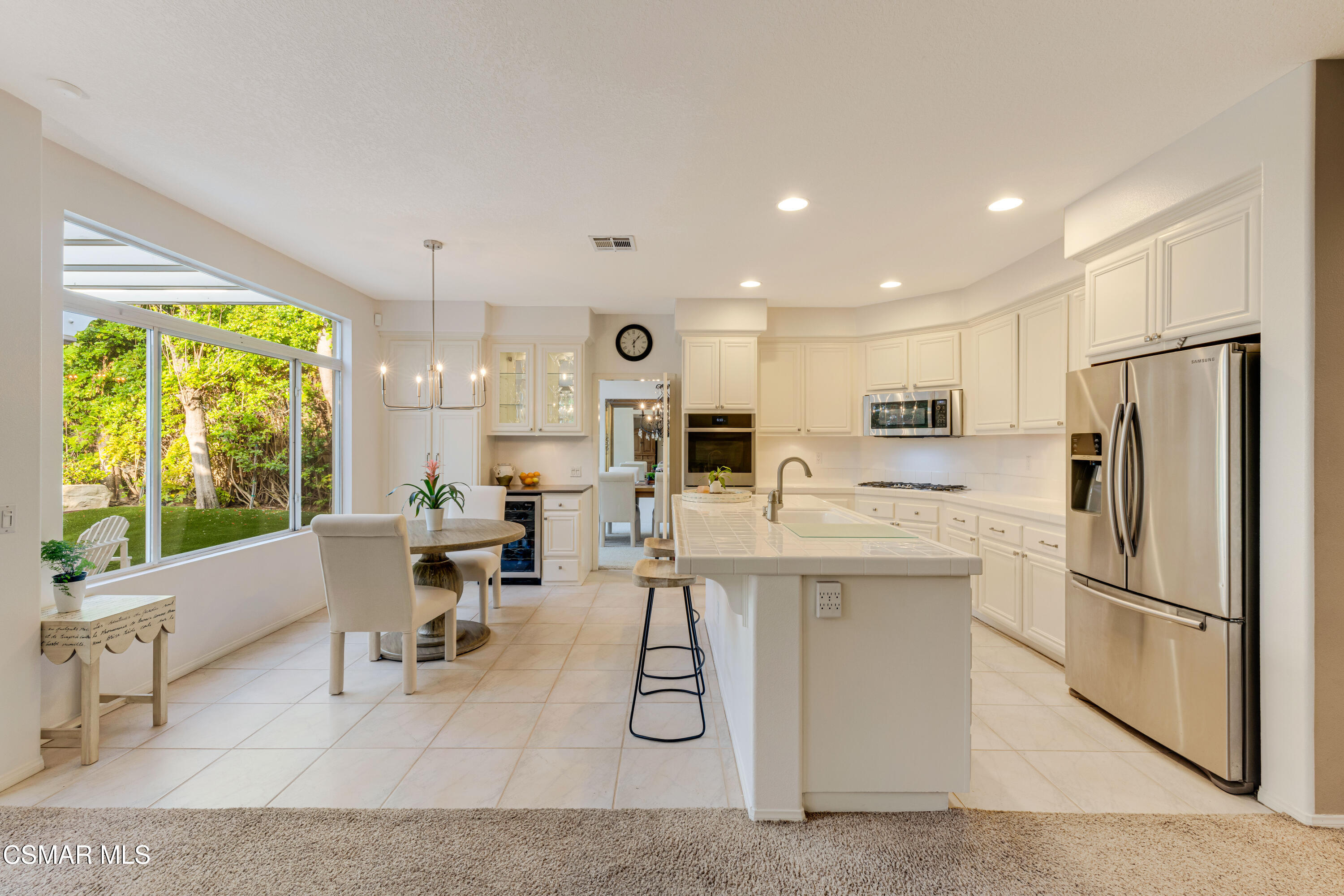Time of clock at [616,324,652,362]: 6:06
